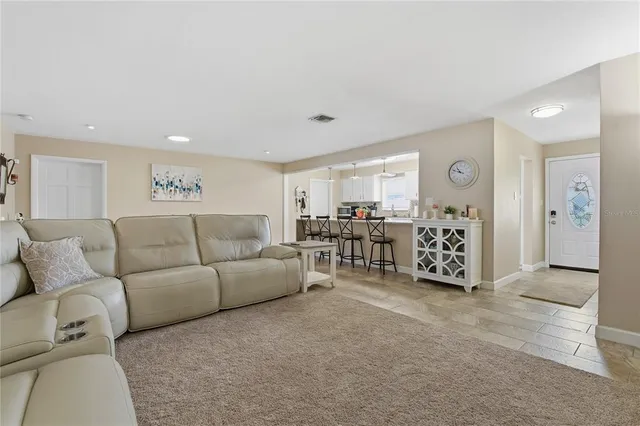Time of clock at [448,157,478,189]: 10:48
